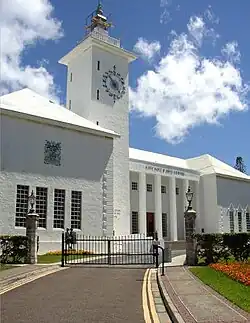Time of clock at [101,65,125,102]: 4:52
